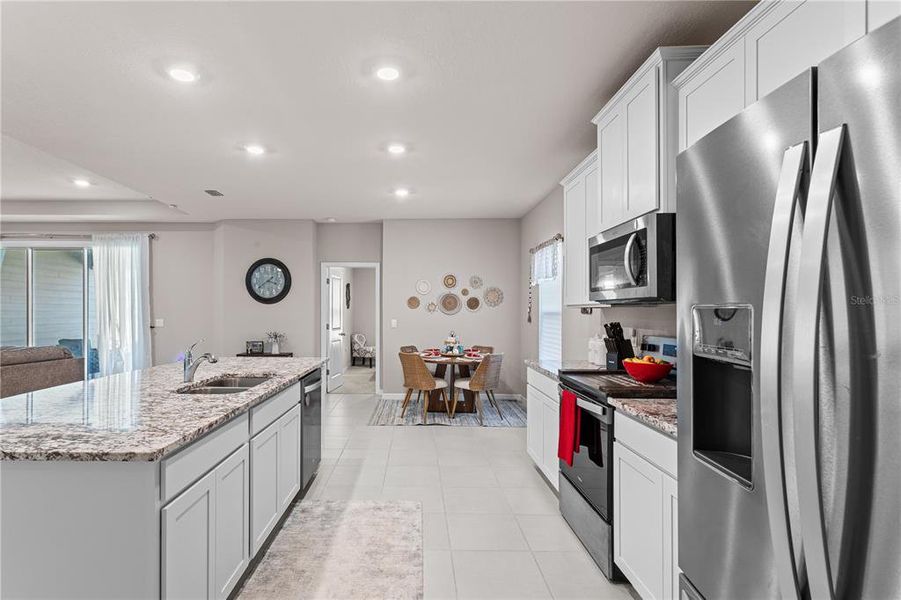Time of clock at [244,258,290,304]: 3:39
